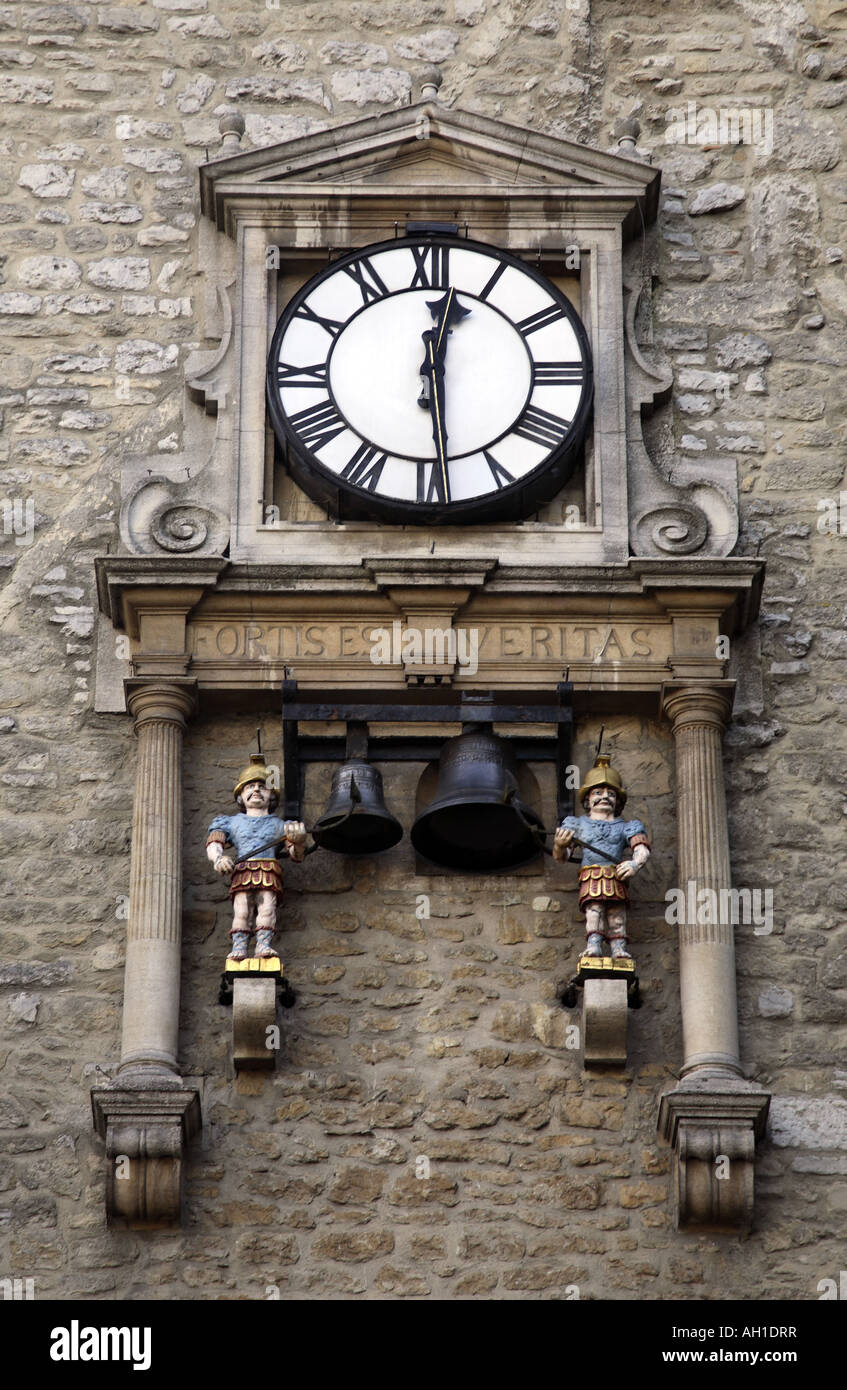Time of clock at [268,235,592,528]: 12:28
